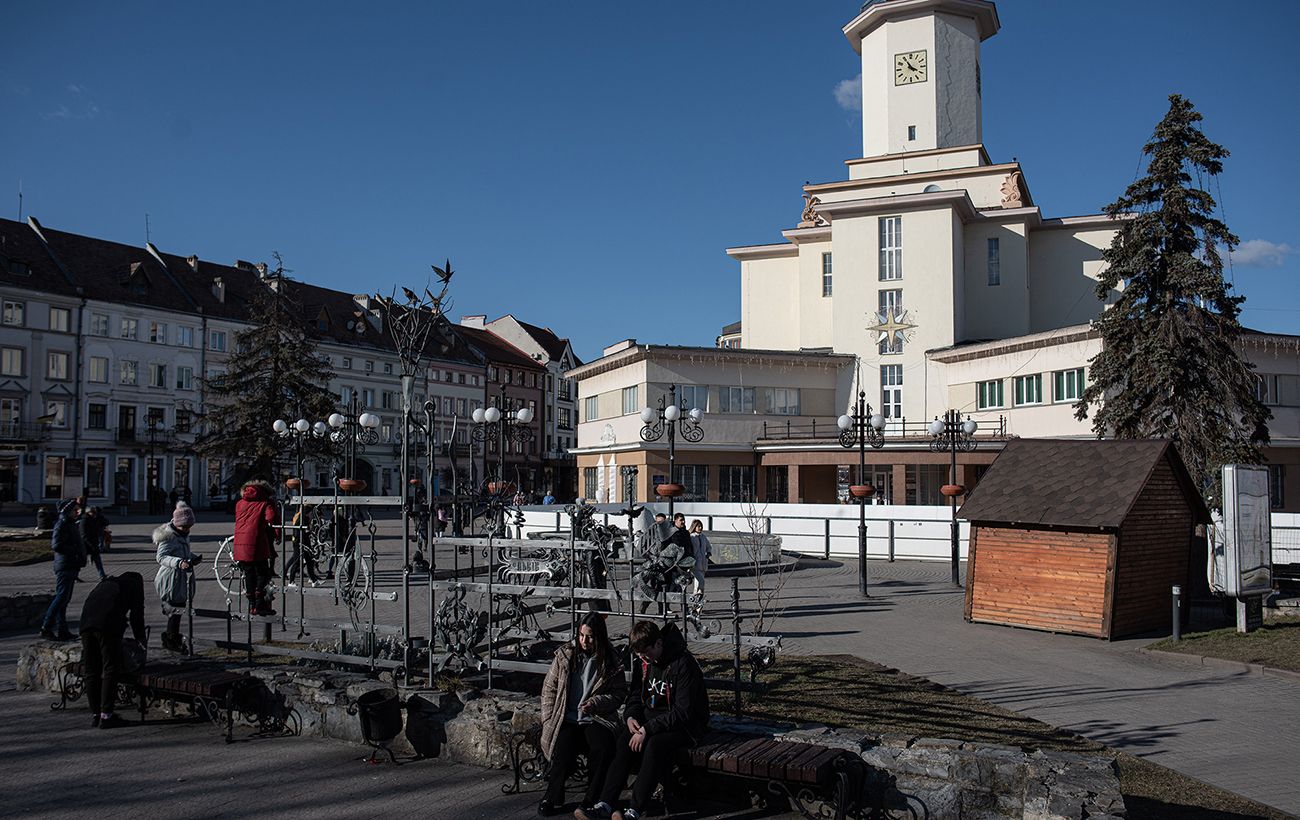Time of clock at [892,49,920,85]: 3:54
